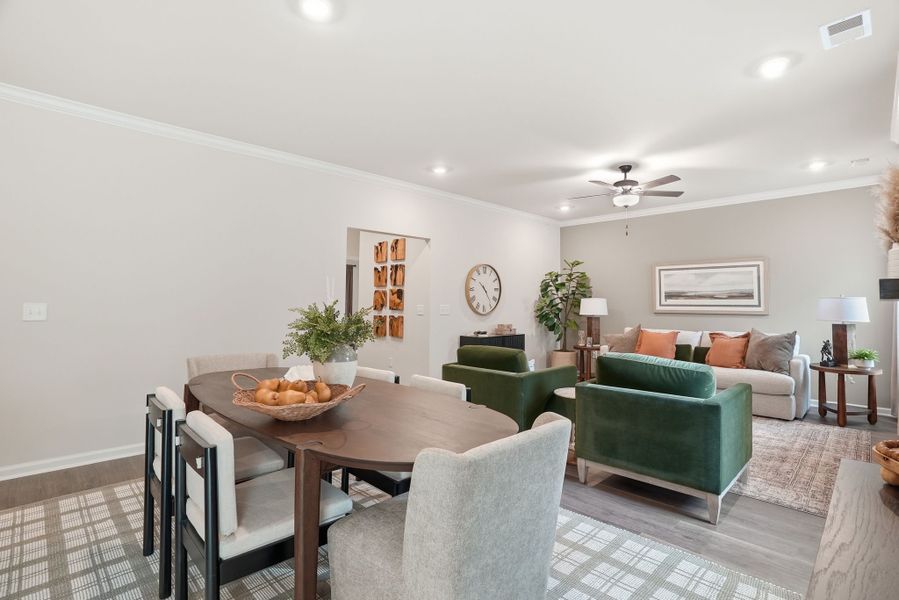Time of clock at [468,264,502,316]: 10:23
